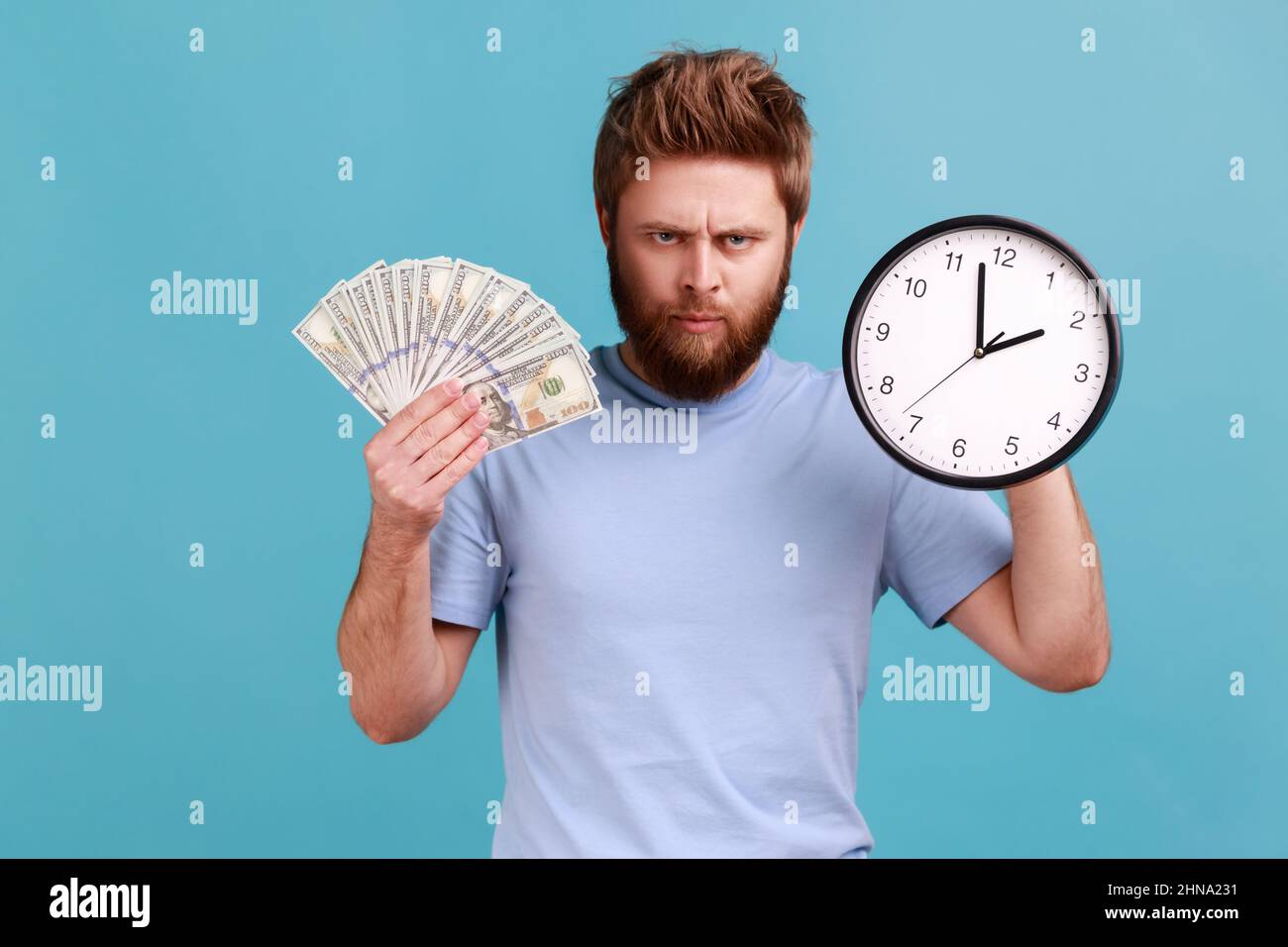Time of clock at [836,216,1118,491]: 1:57
